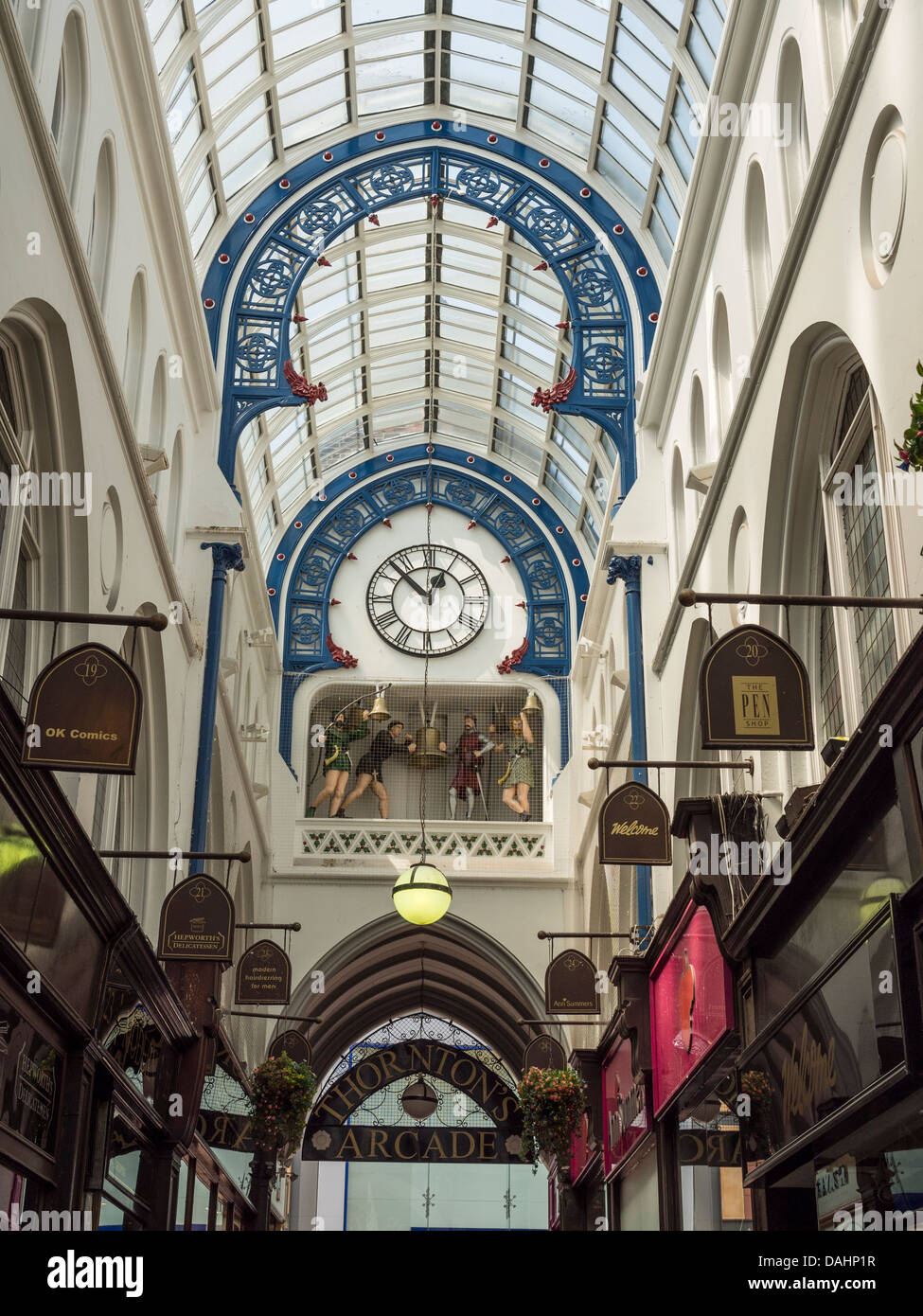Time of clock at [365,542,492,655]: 12:52
